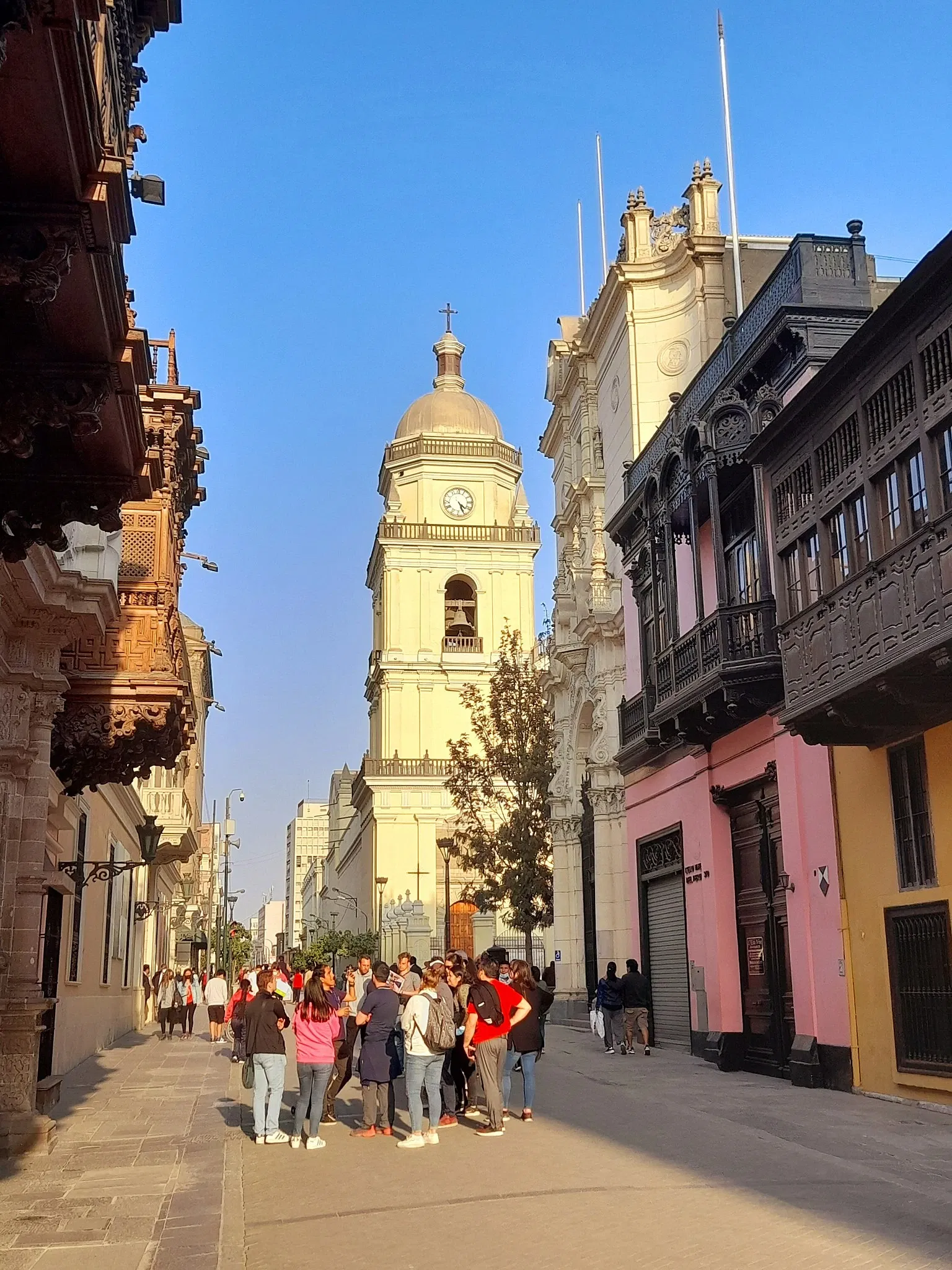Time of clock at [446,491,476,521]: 4:26
